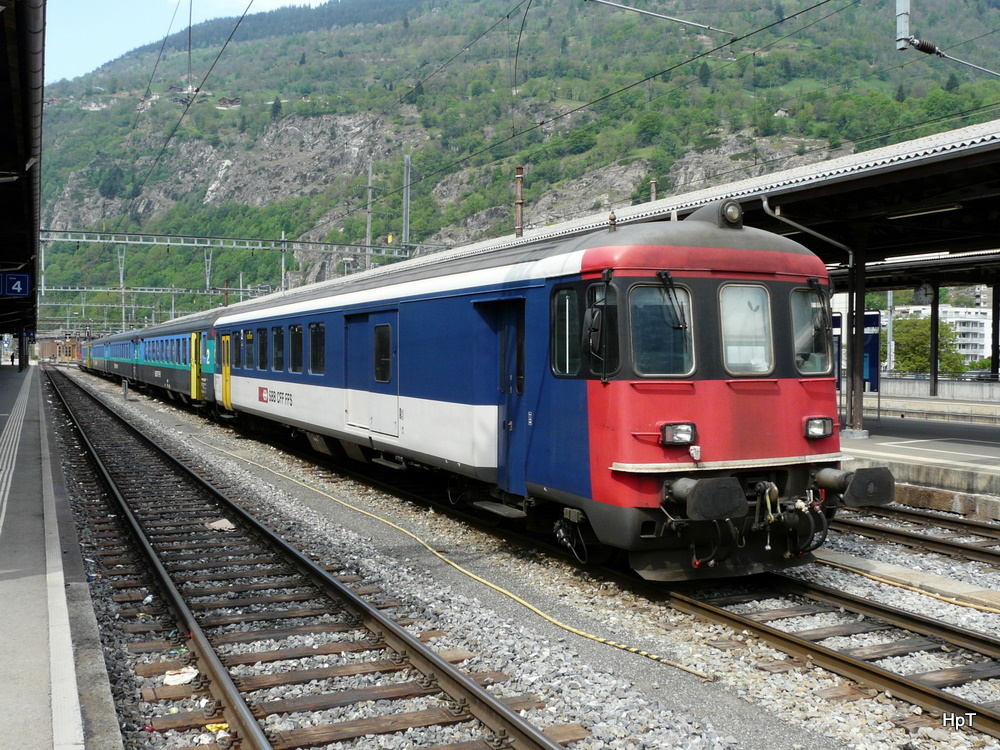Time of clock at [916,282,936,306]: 12:13
